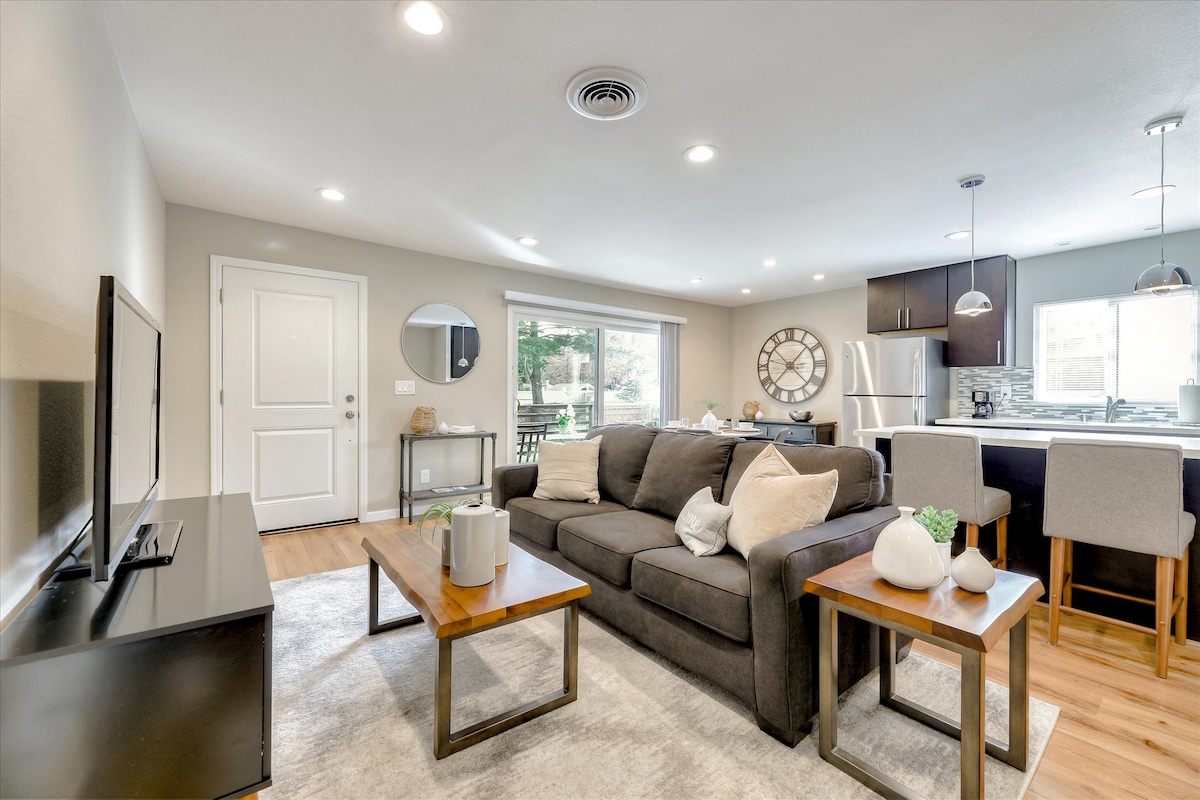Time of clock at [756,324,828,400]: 3:07
